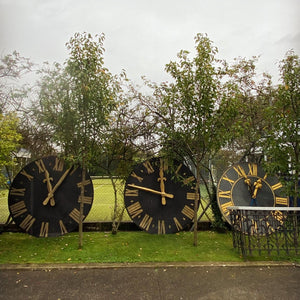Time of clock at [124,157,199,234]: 11:47
